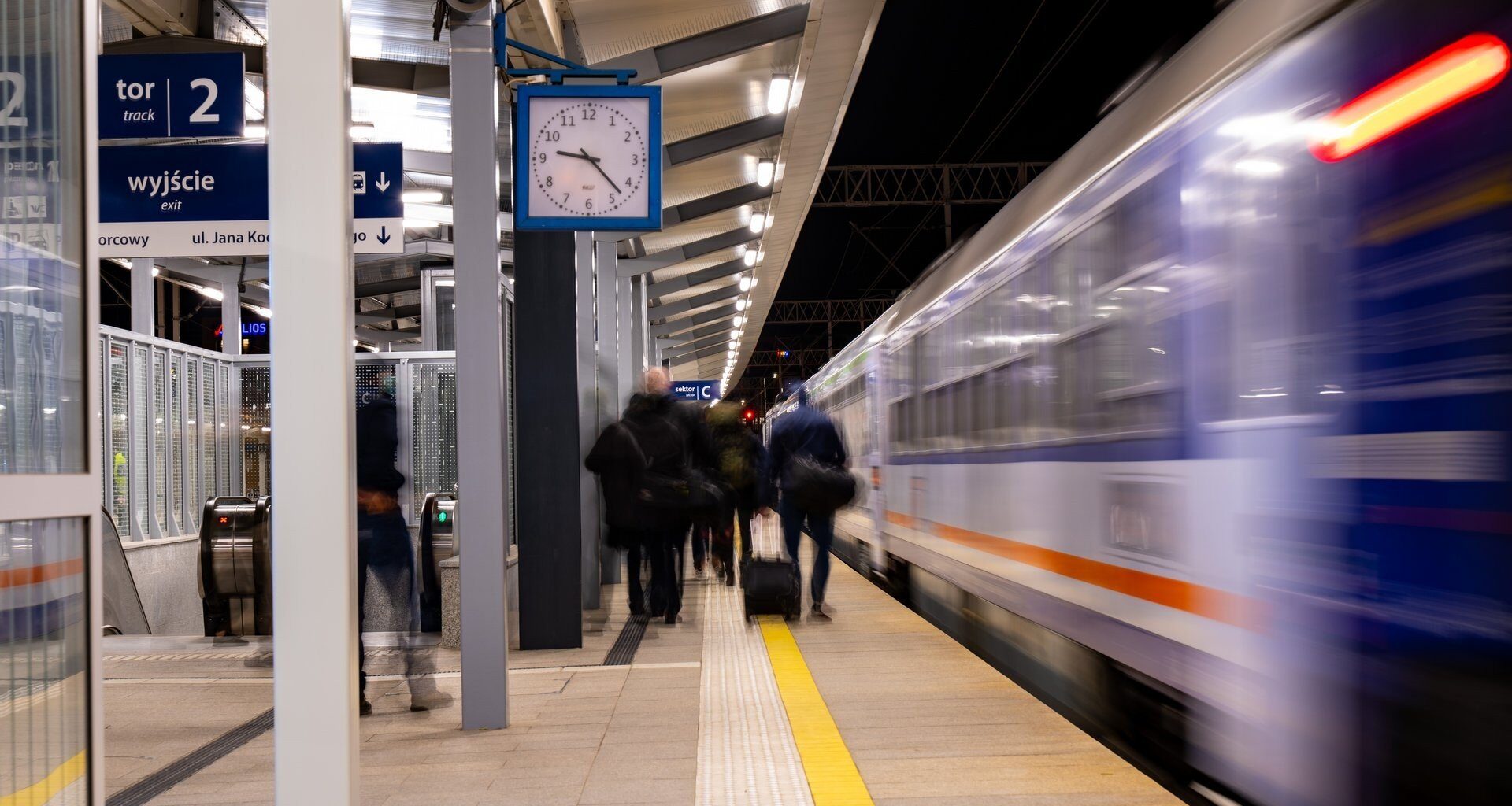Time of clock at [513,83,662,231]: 9:22
